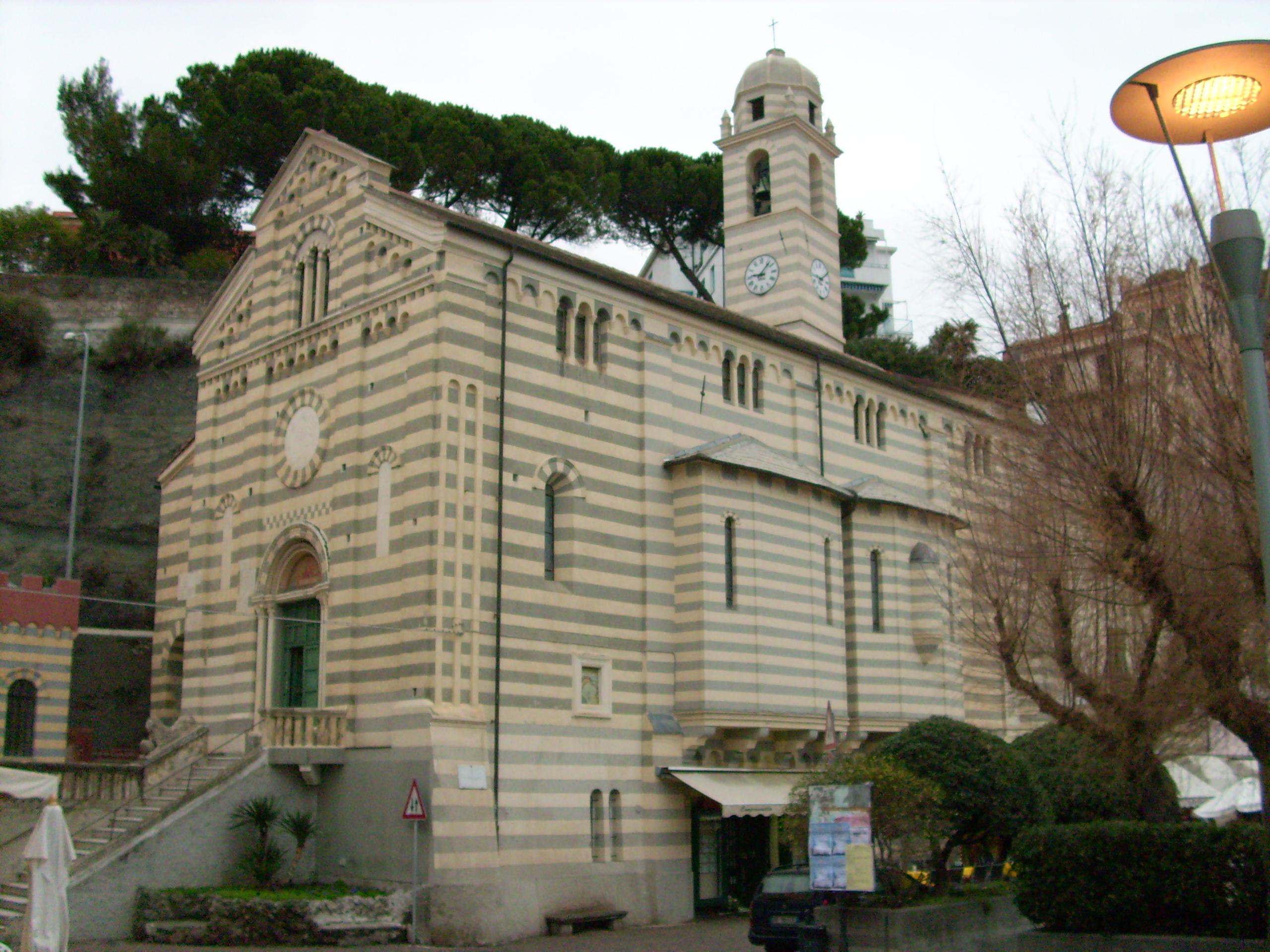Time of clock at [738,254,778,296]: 9:07
